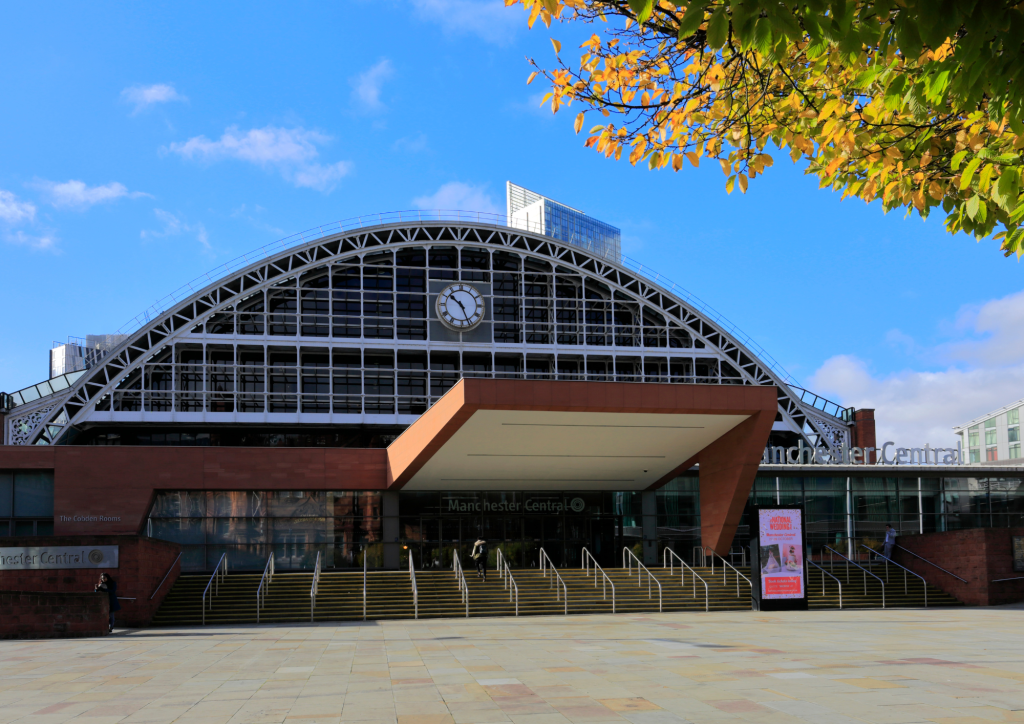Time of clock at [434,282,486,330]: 10:26
